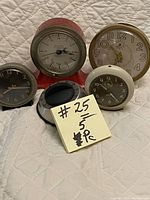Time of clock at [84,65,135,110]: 10:24
